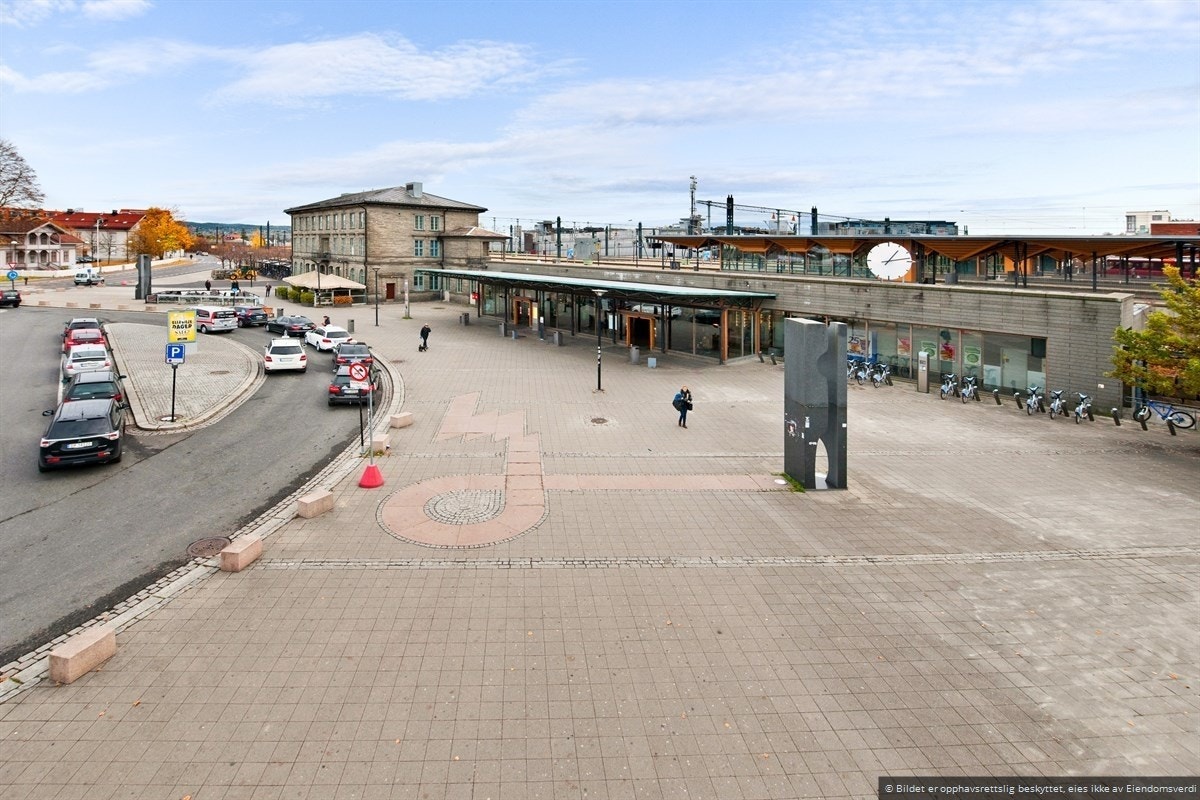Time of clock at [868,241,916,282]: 1:13
